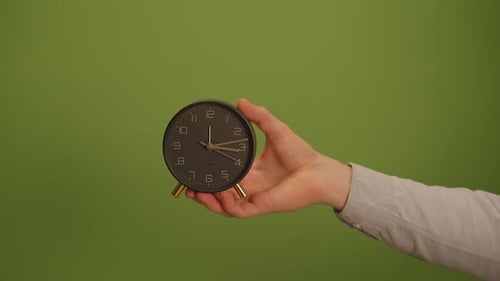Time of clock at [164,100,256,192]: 3:12
